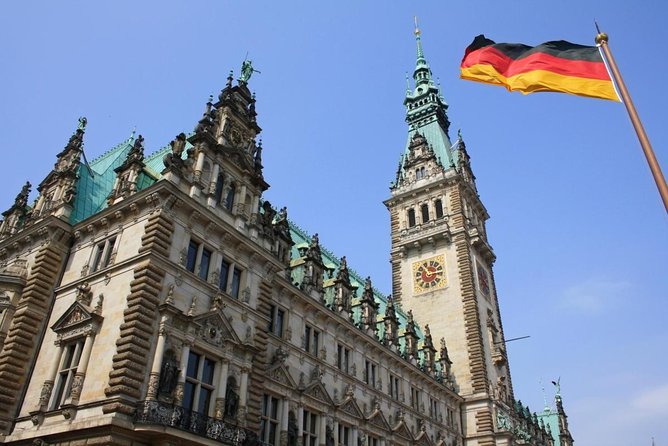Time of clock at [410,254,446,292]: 11:13
